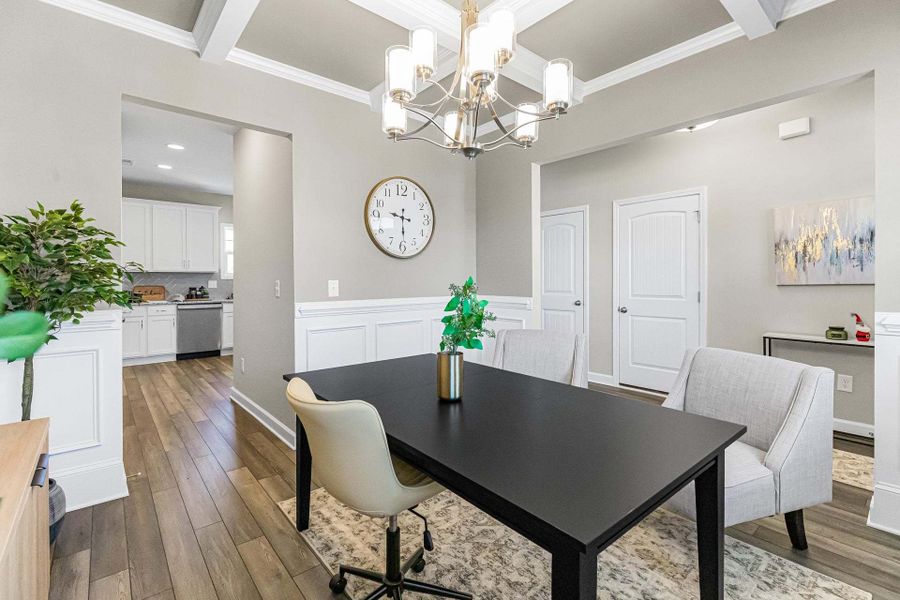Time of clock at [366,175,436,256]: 9:29
